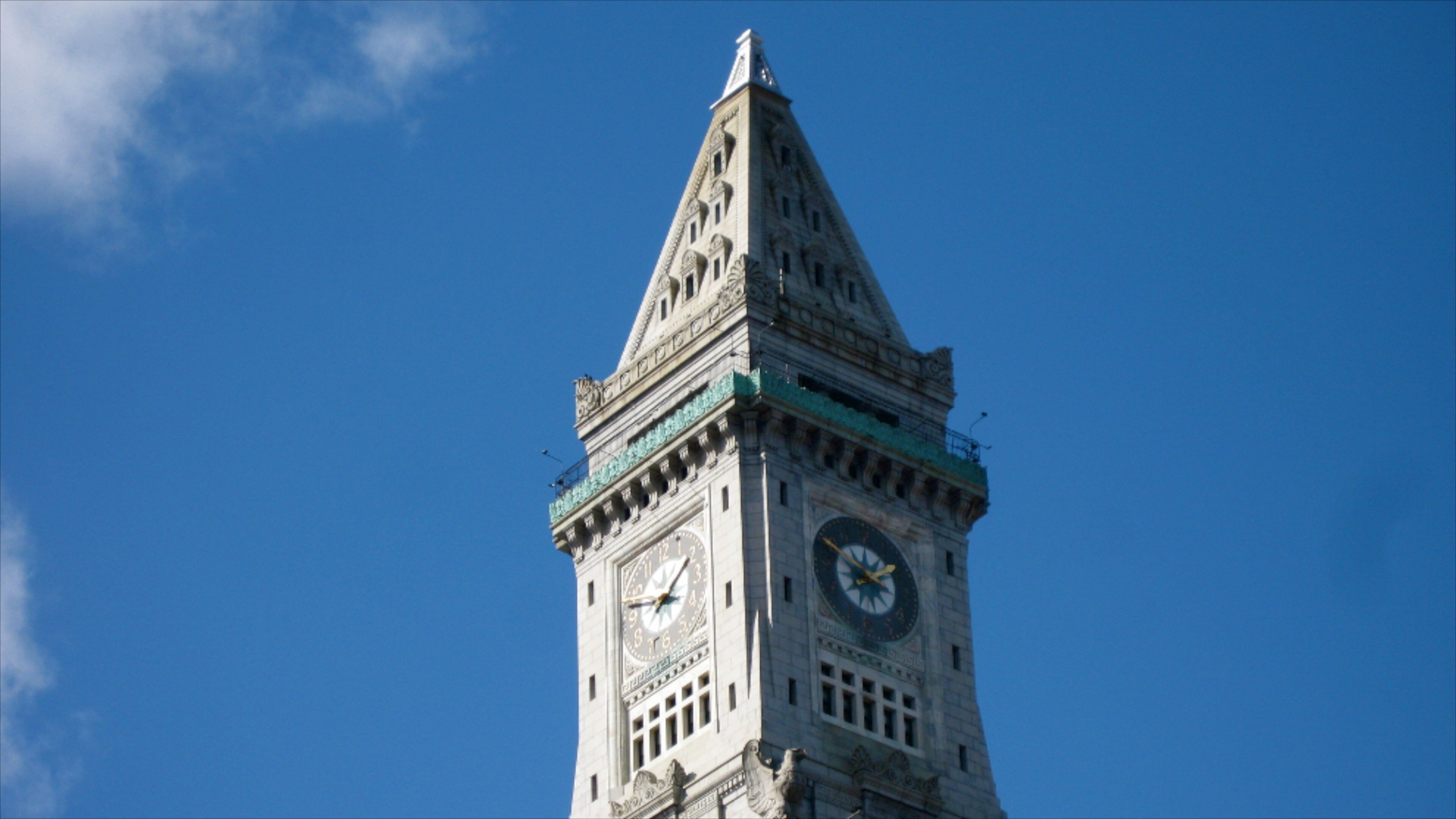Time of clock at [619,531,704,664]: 1:46
